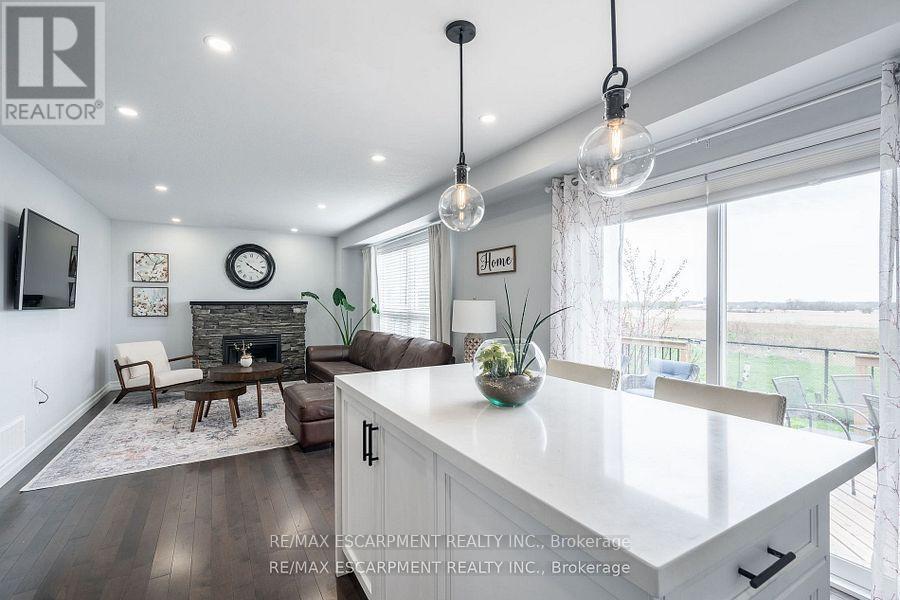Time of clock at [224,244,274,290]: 10:20
